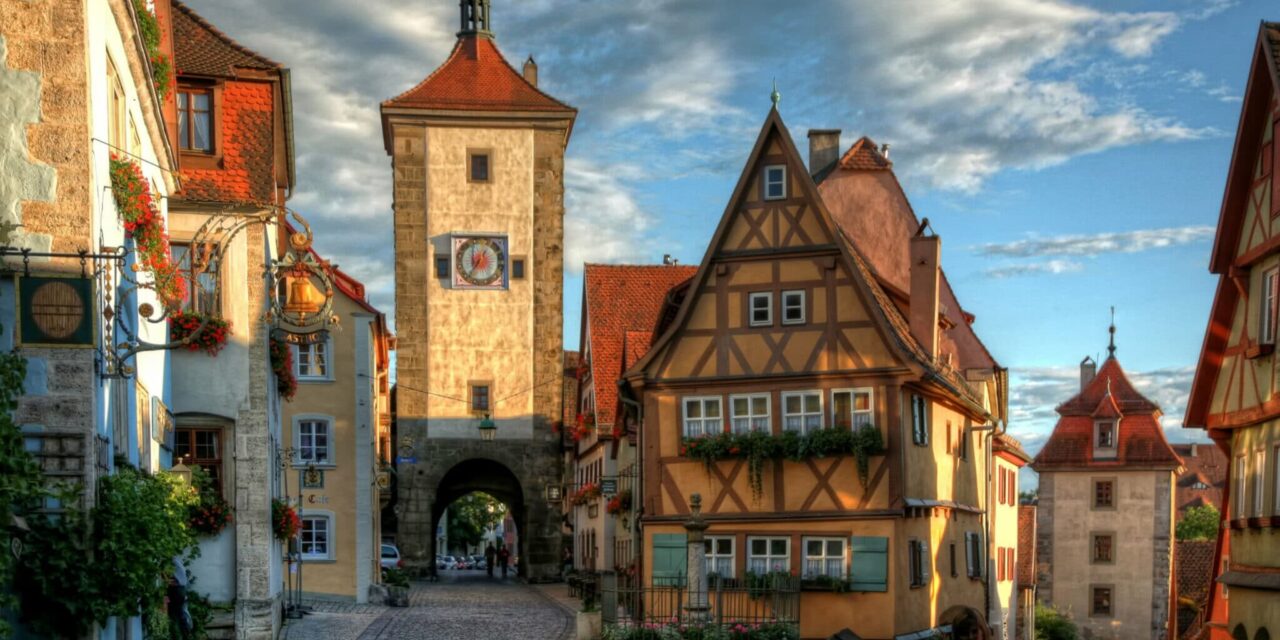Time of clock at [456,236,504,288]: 12:36
